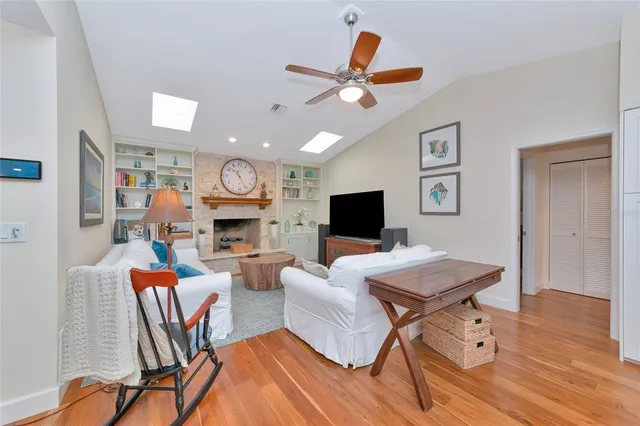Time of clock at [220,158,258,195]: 10:25
